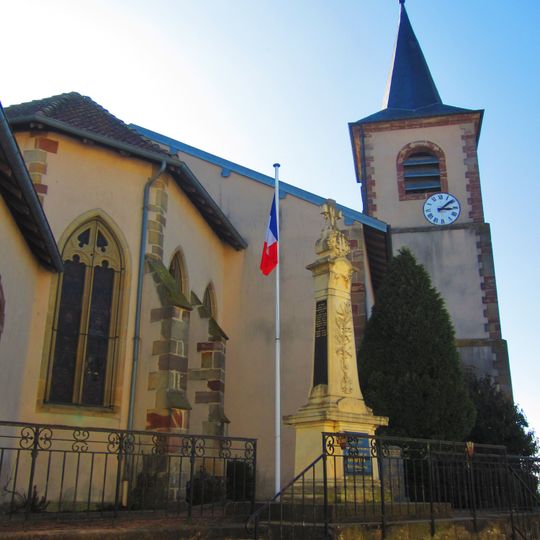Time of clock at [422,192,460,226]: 3:08
